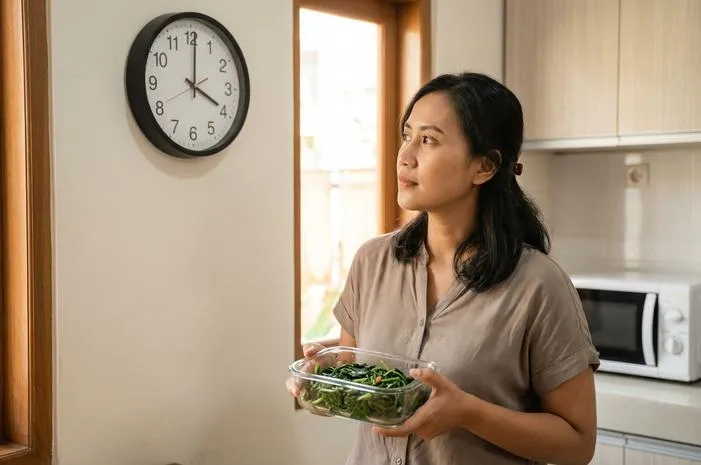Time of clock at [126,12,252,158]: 4:00
